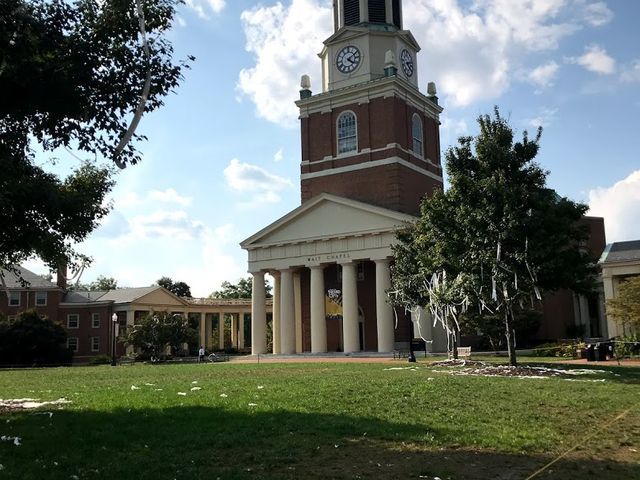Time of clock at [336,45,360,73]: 4:09
